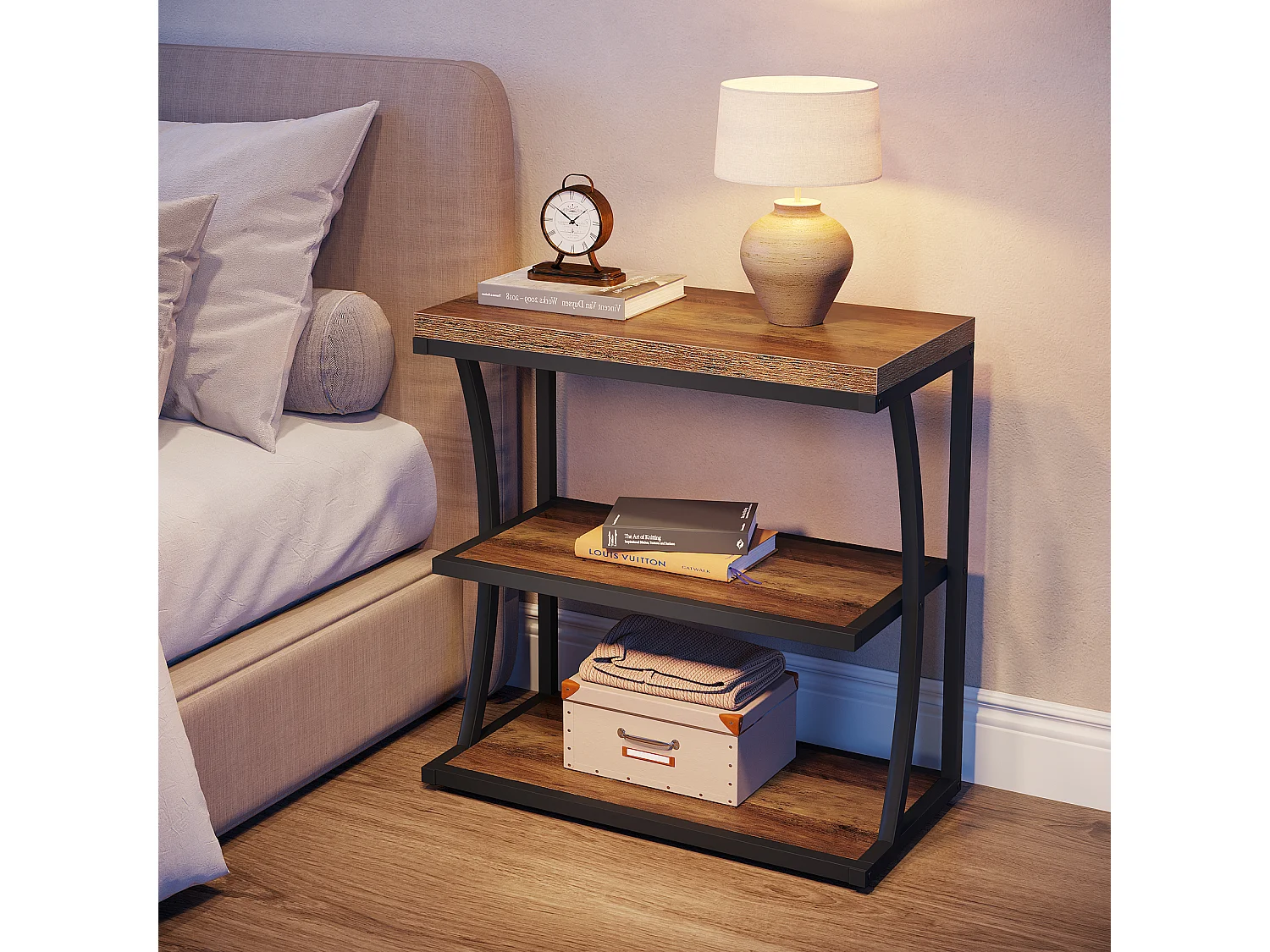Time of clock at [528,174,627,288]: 1:50
